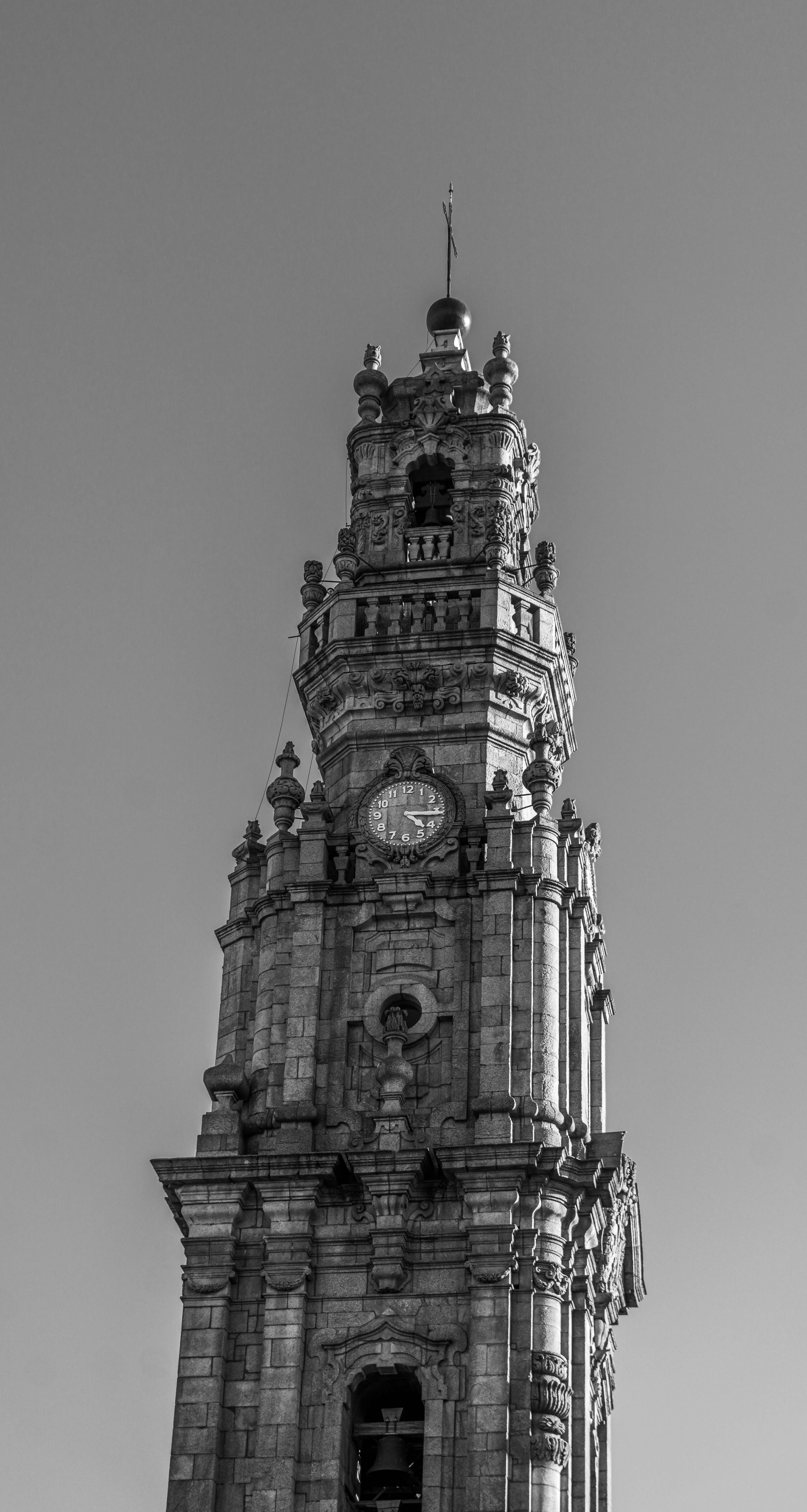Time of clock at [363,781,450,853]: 4:15
